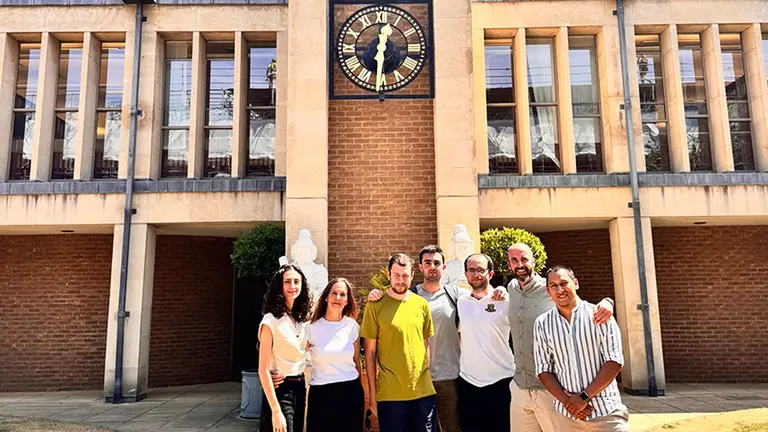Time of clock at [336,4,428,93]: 12:30
